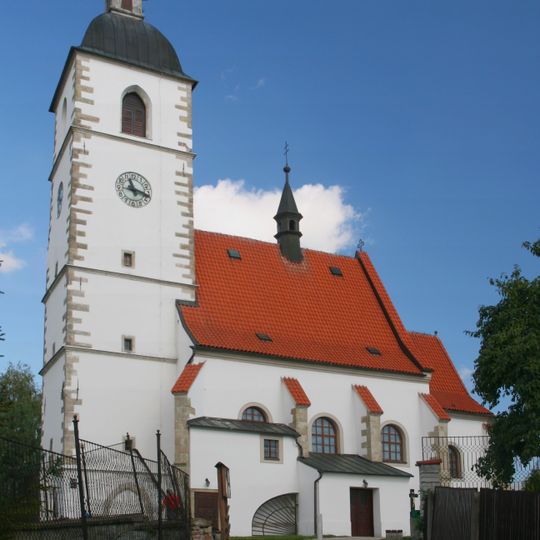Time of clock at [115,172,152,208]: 11:17
